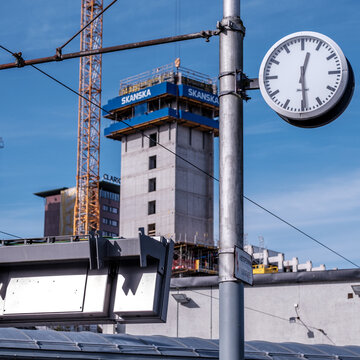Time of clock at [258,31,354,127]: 12:29
